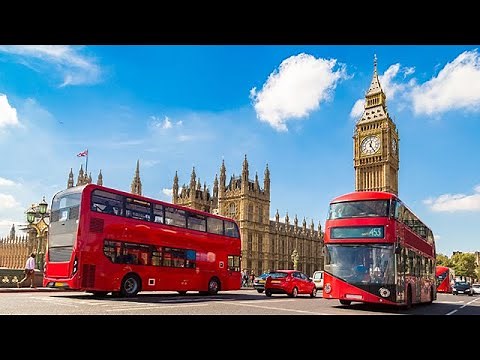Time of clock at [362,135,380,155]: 12:24
